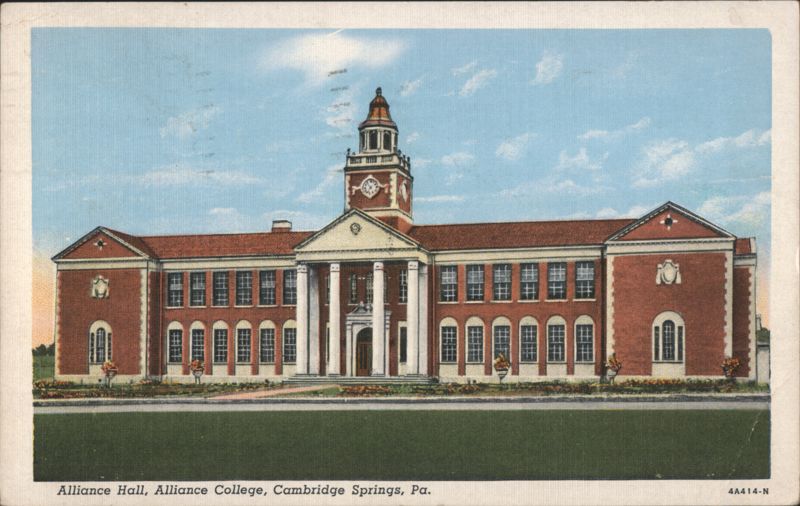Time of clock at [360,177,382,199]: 6:53
